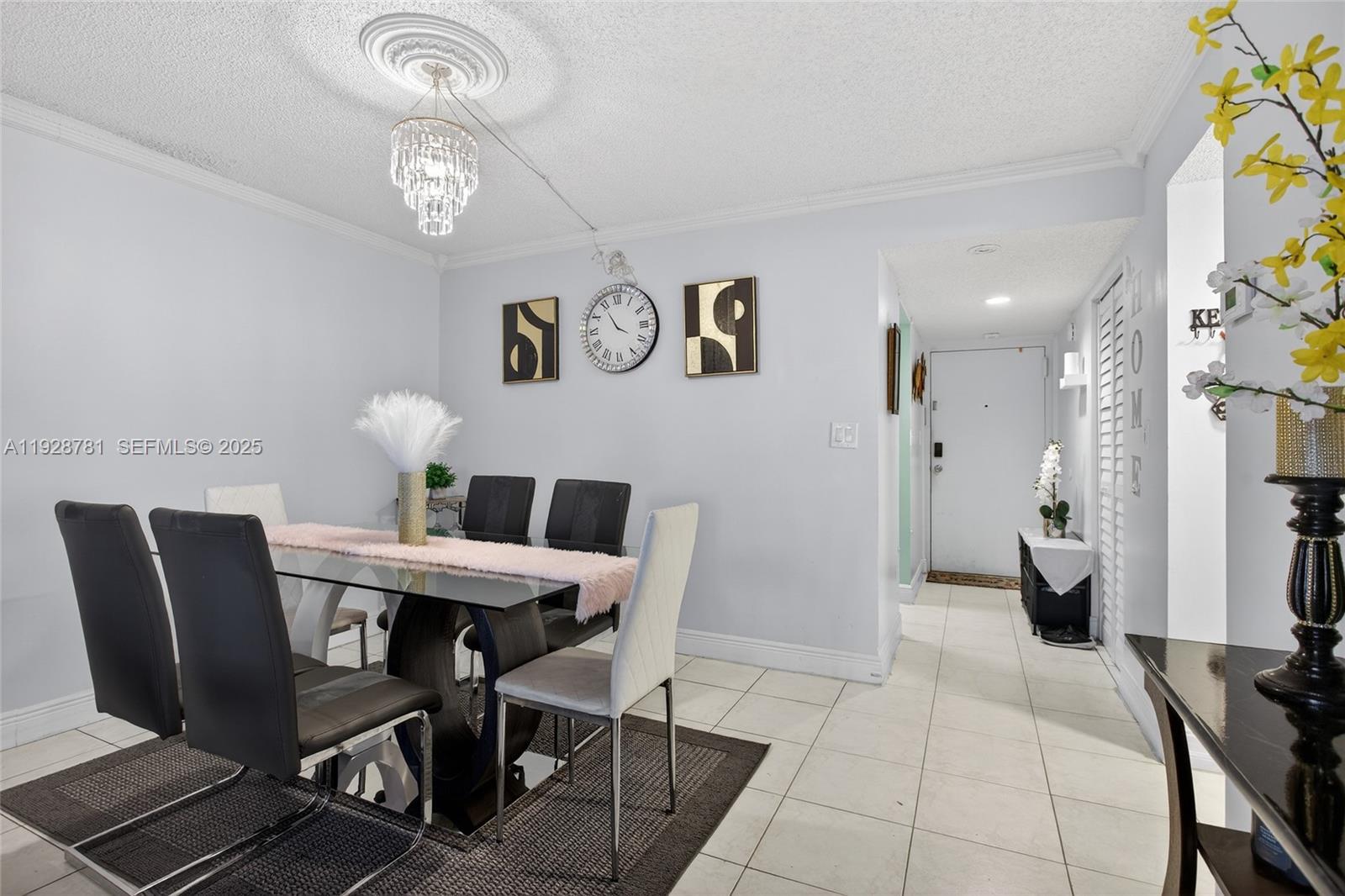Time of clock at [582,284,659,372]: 3:54
